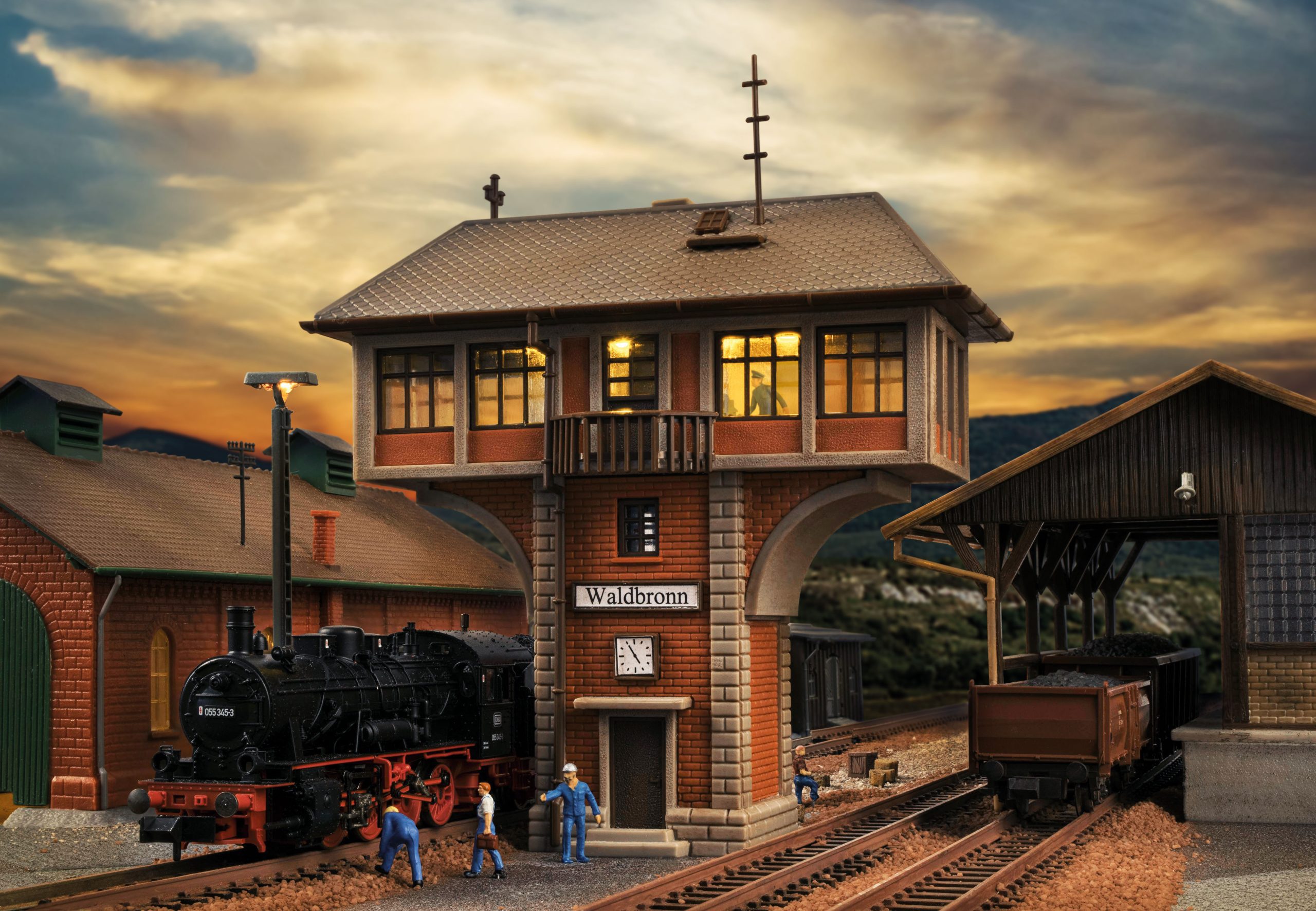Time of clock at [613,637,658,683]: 4:54
